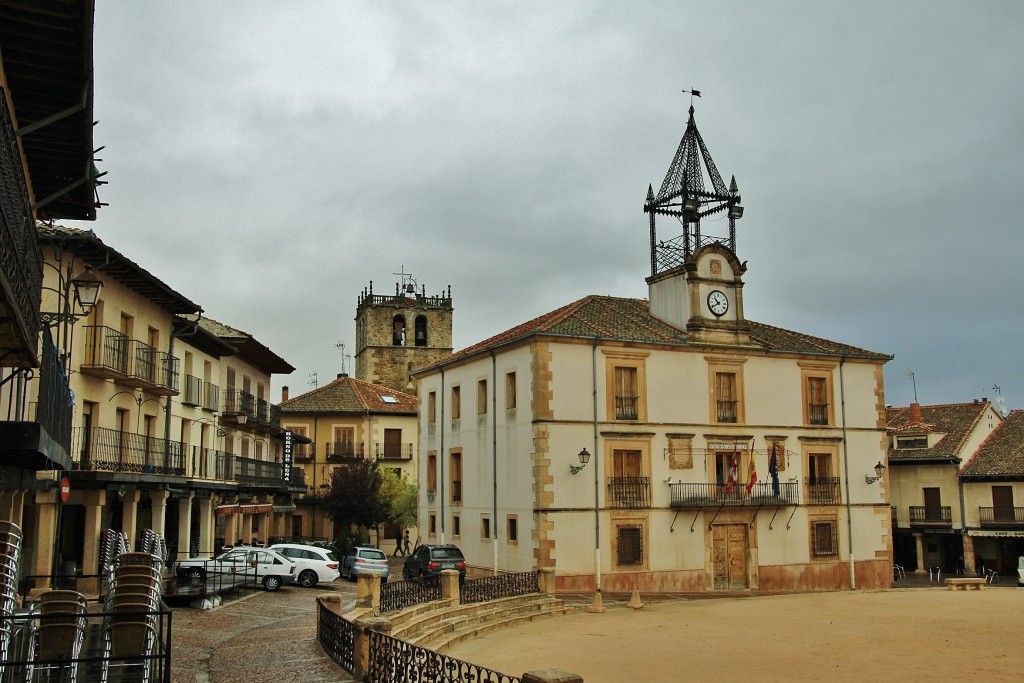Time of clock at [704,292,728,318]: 10:39
